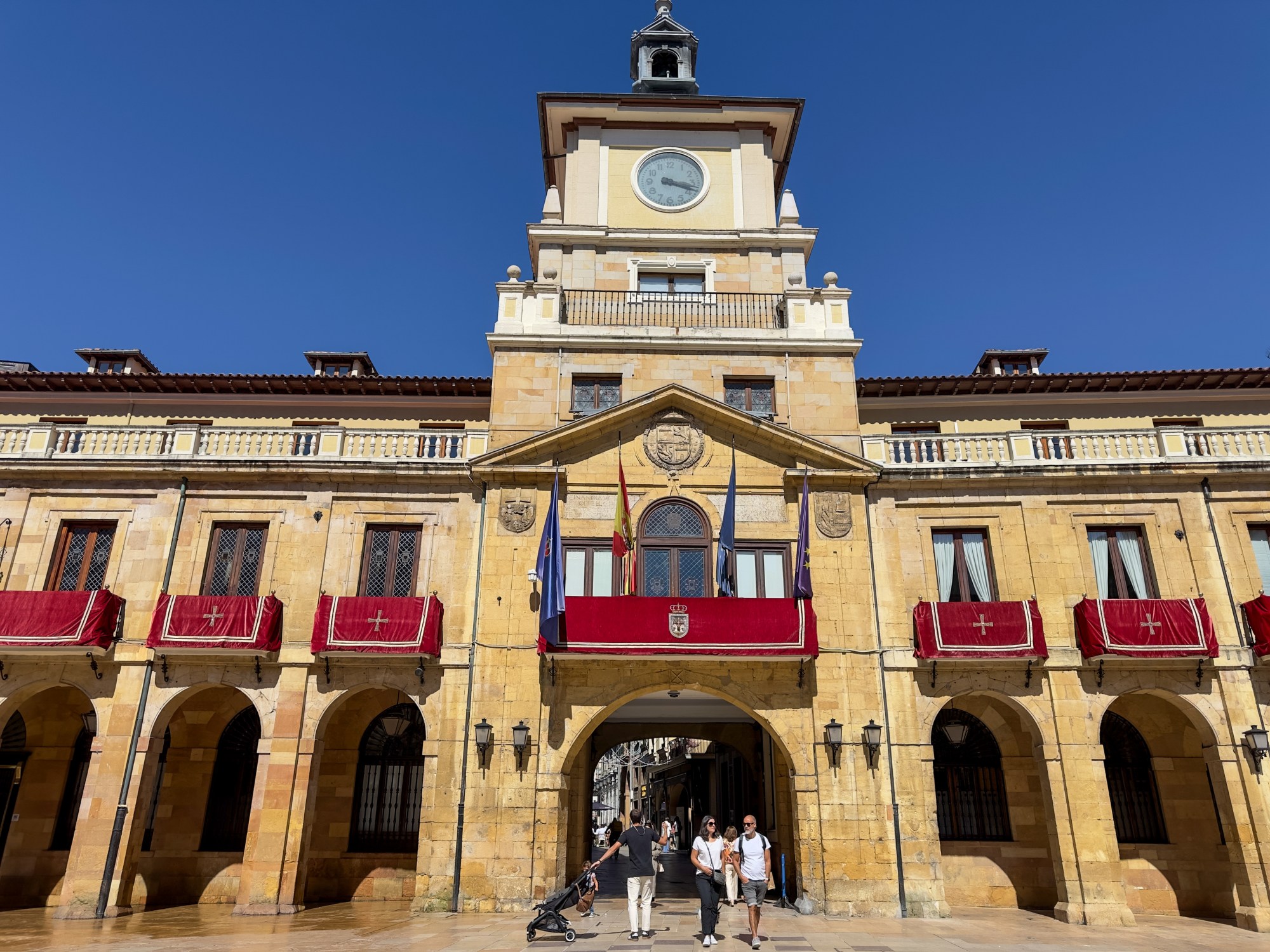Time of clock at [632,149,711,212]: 3:18
